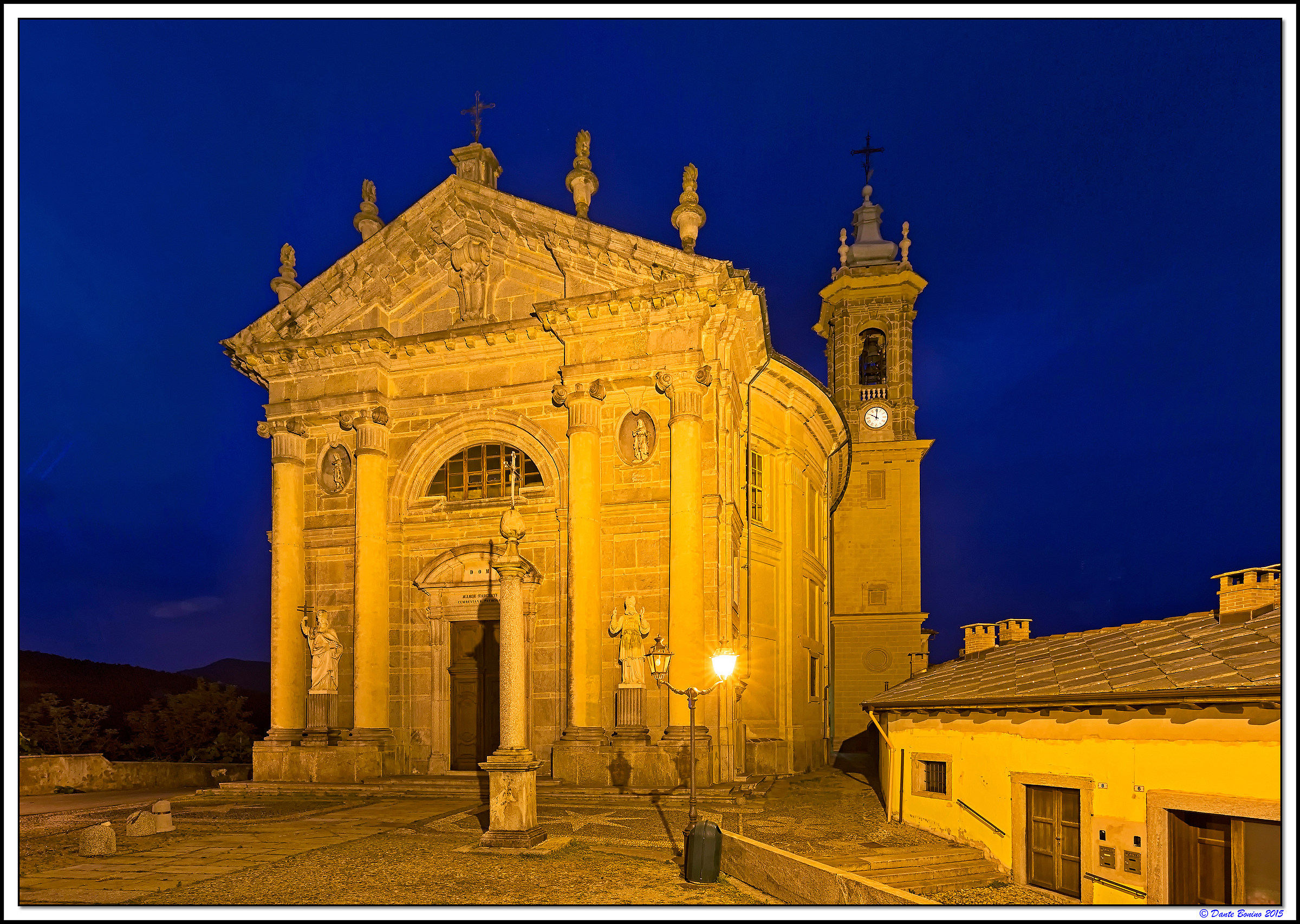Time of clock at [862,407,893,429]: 10:00
